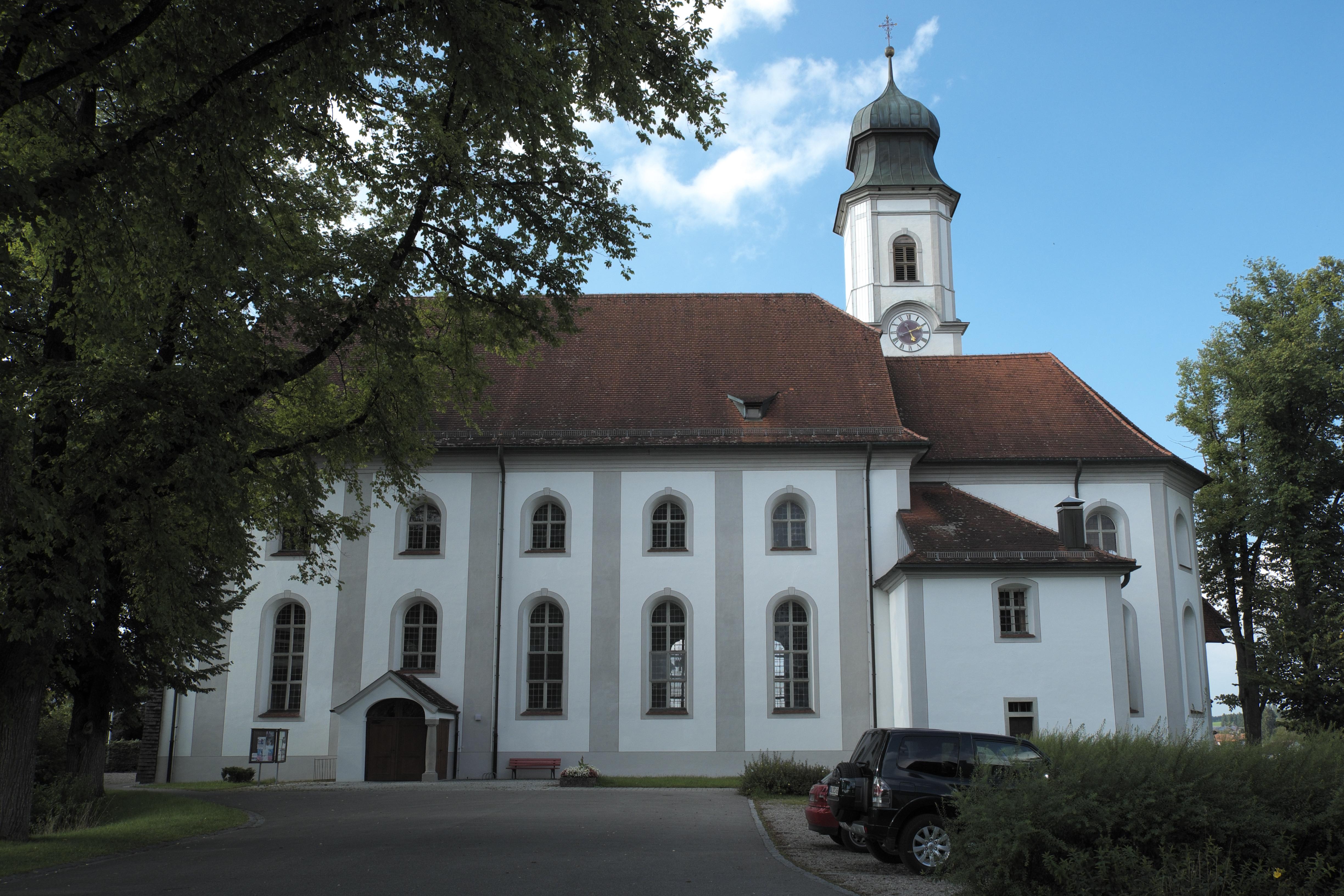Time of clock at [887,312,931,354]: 5:10
